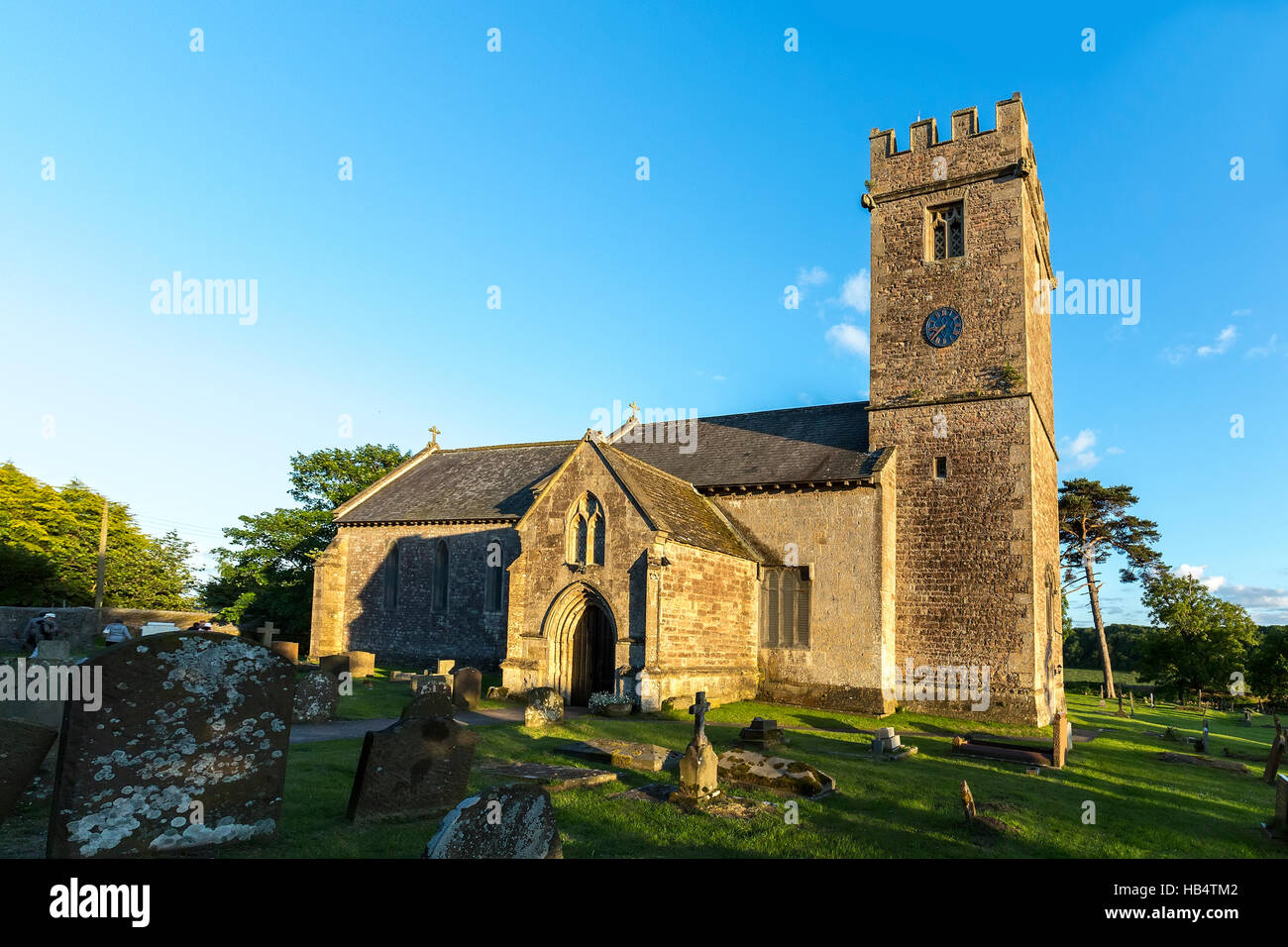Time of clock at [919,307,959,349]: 8:37
